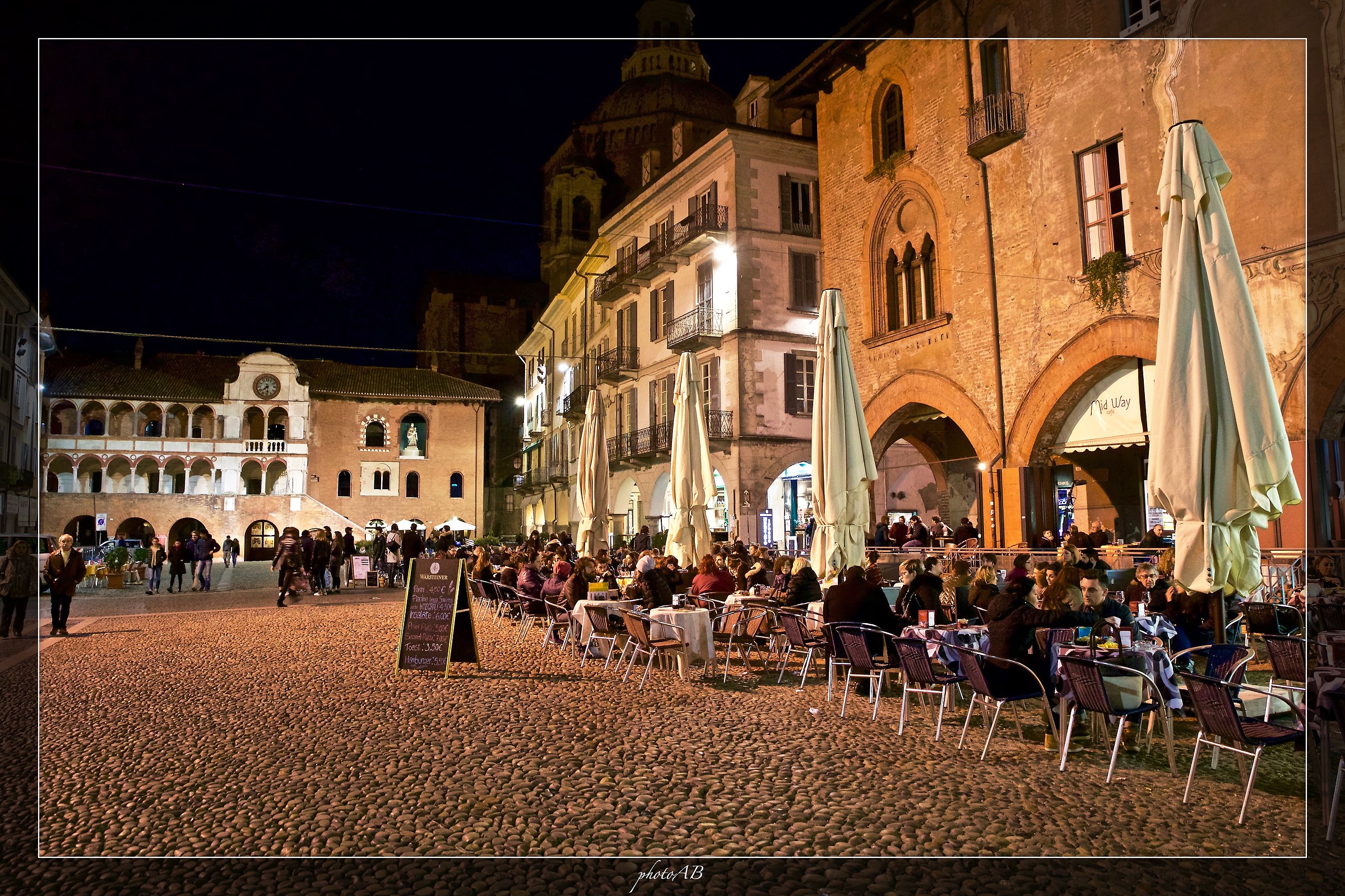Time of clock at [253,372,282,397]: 7:29
